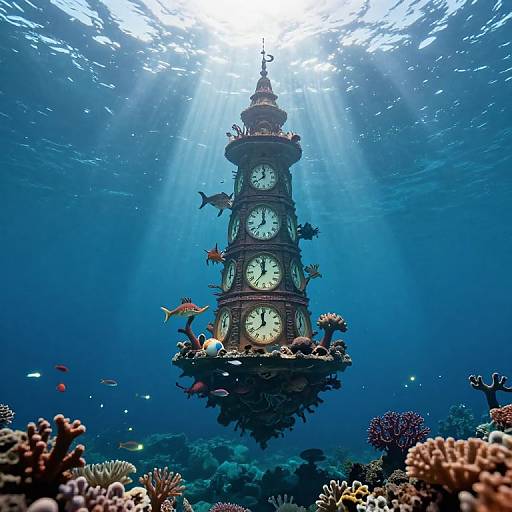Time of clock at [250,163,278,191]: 11:38
